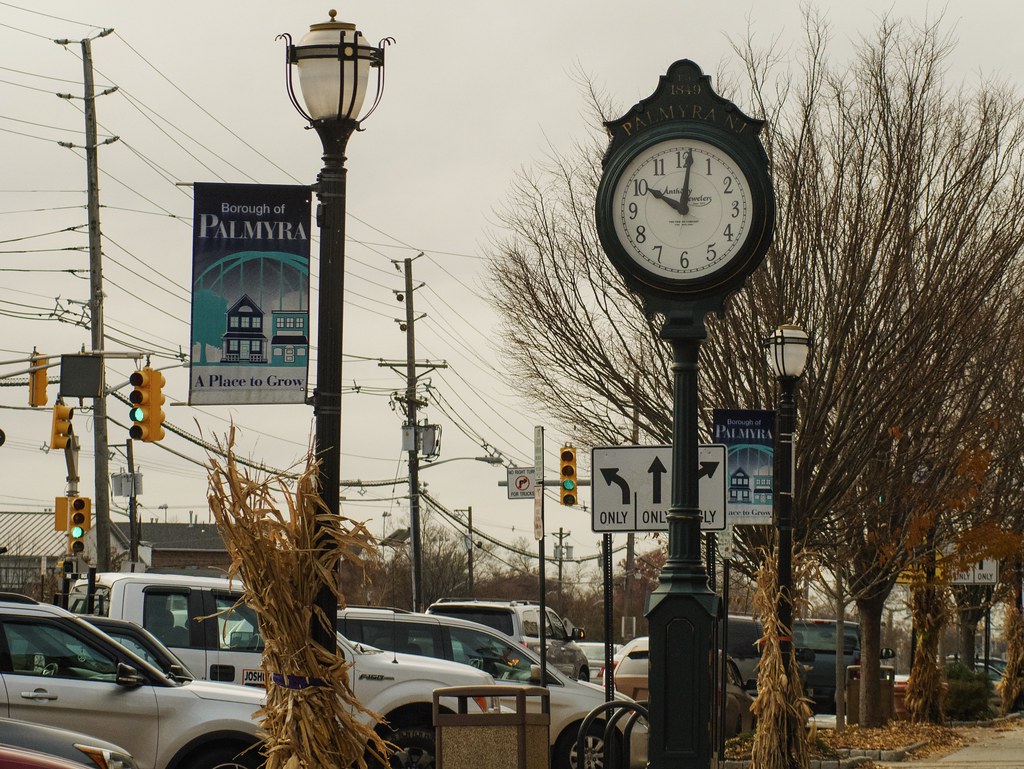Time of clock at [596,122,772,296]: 10:01
